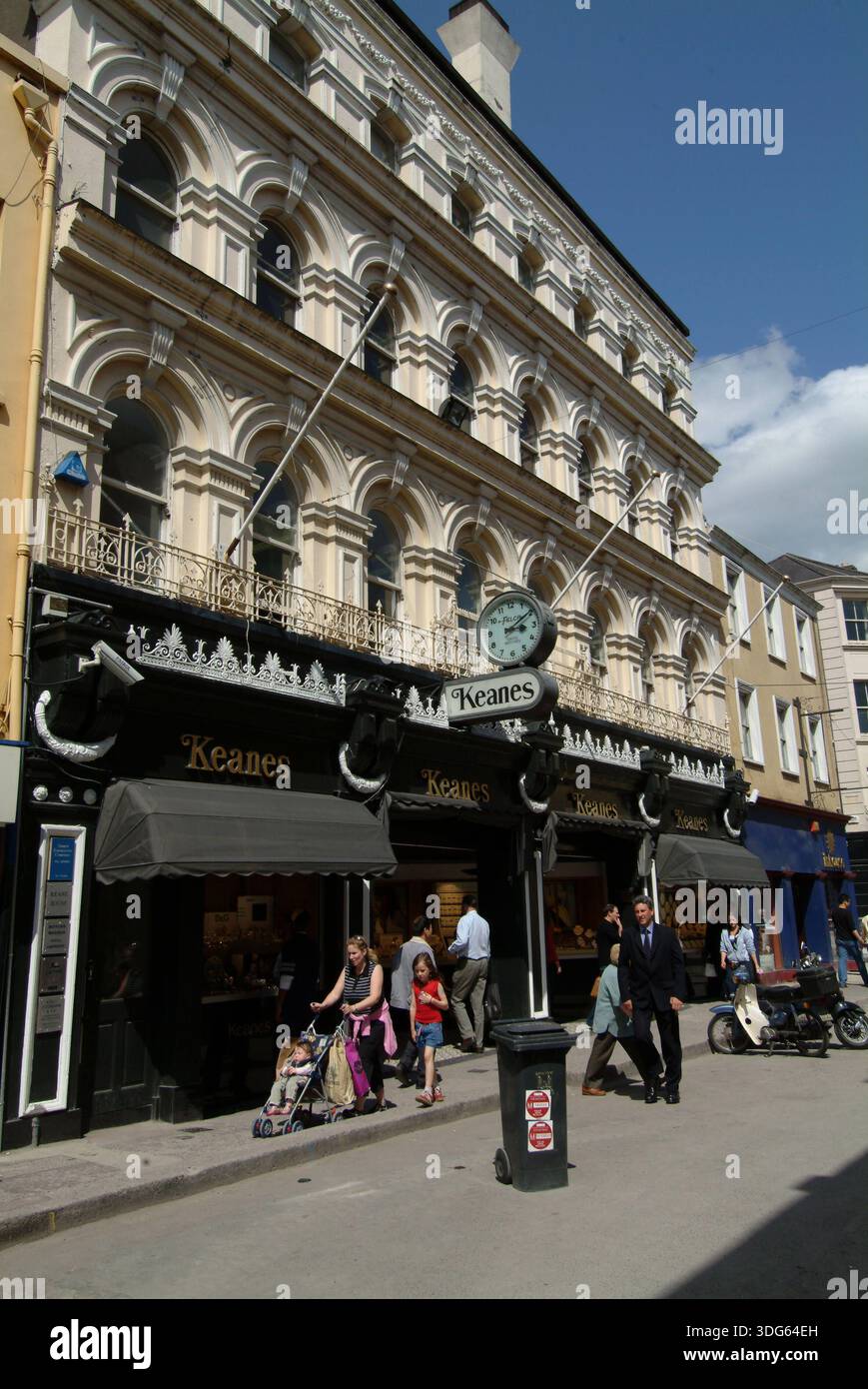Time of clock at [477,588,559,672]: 3:09
